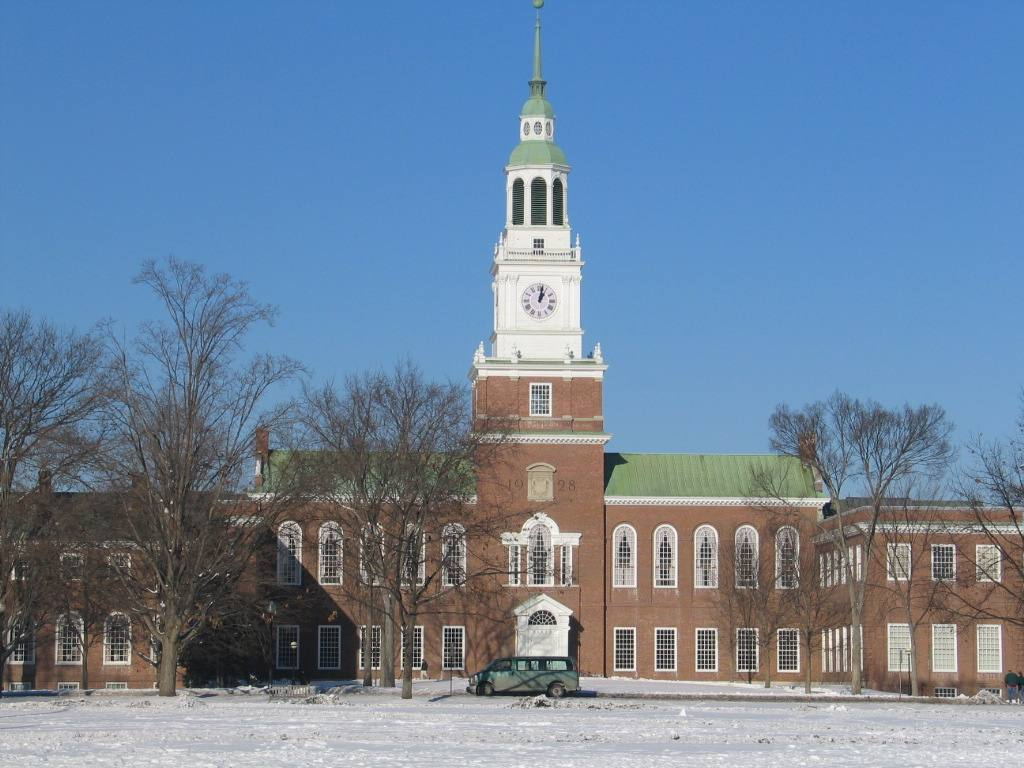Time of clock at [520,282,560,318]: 1:02
